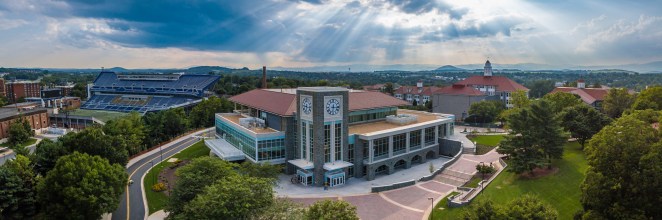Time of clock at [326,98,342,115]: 6:15
